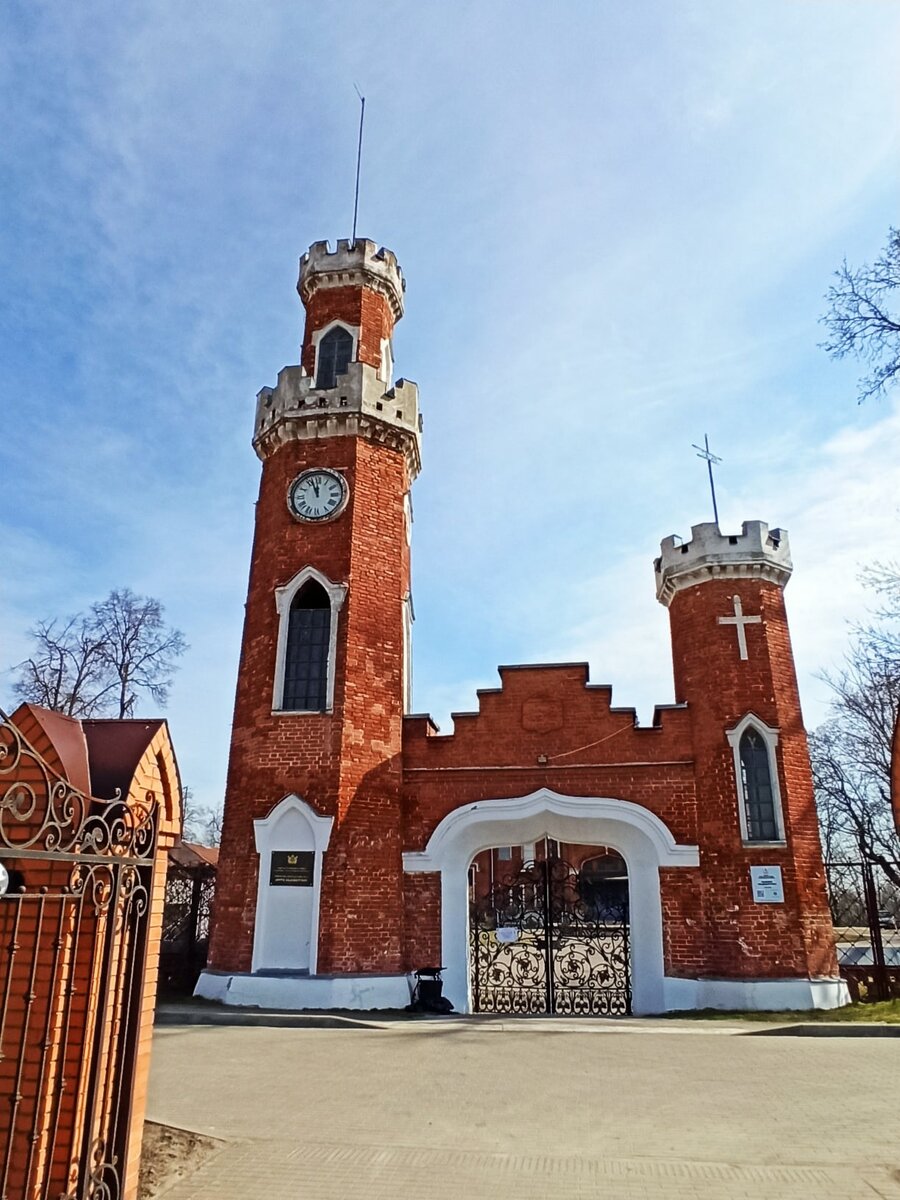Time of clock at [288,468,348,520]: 11:56
